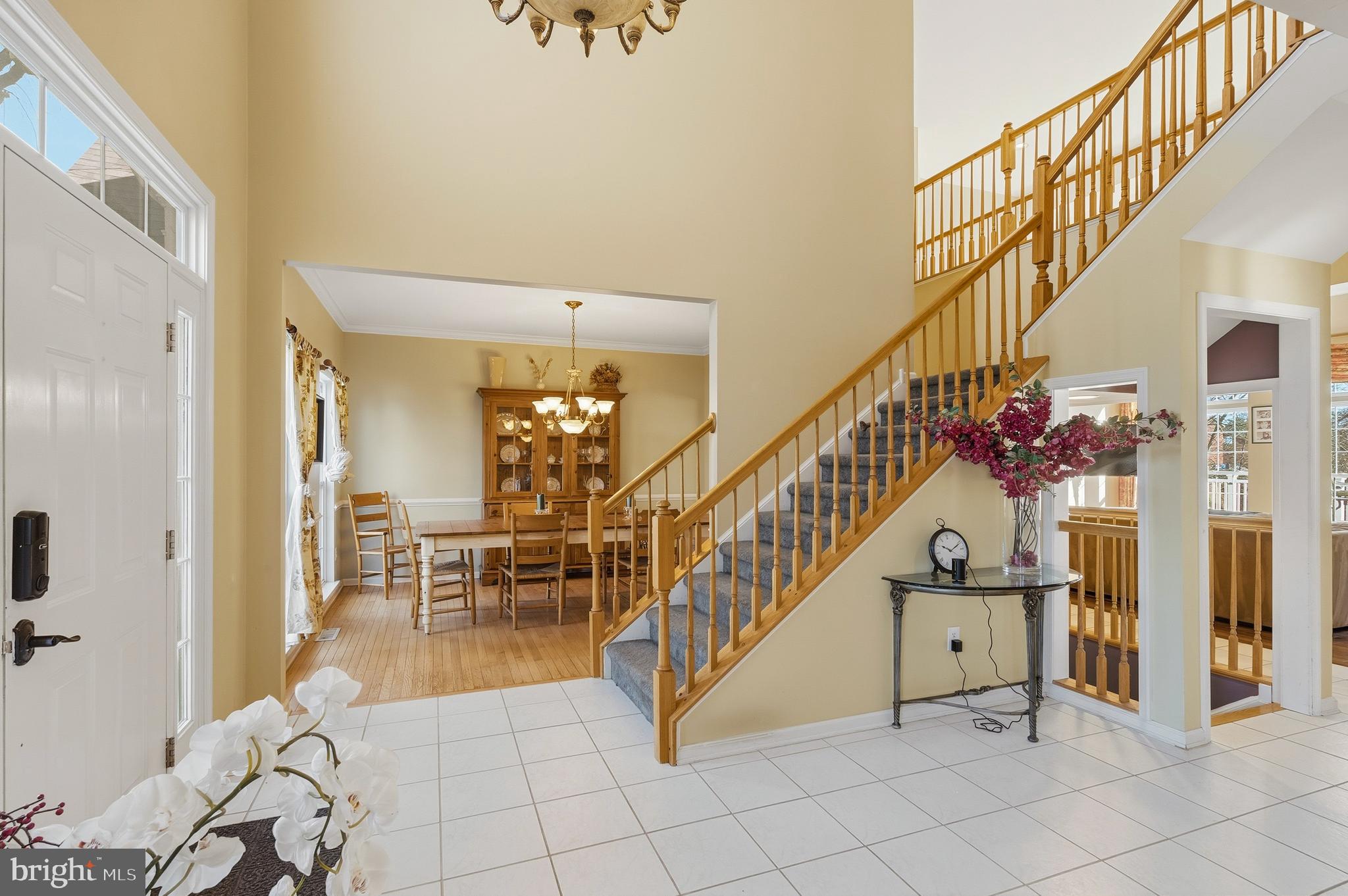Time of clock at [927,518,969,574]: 10:11
